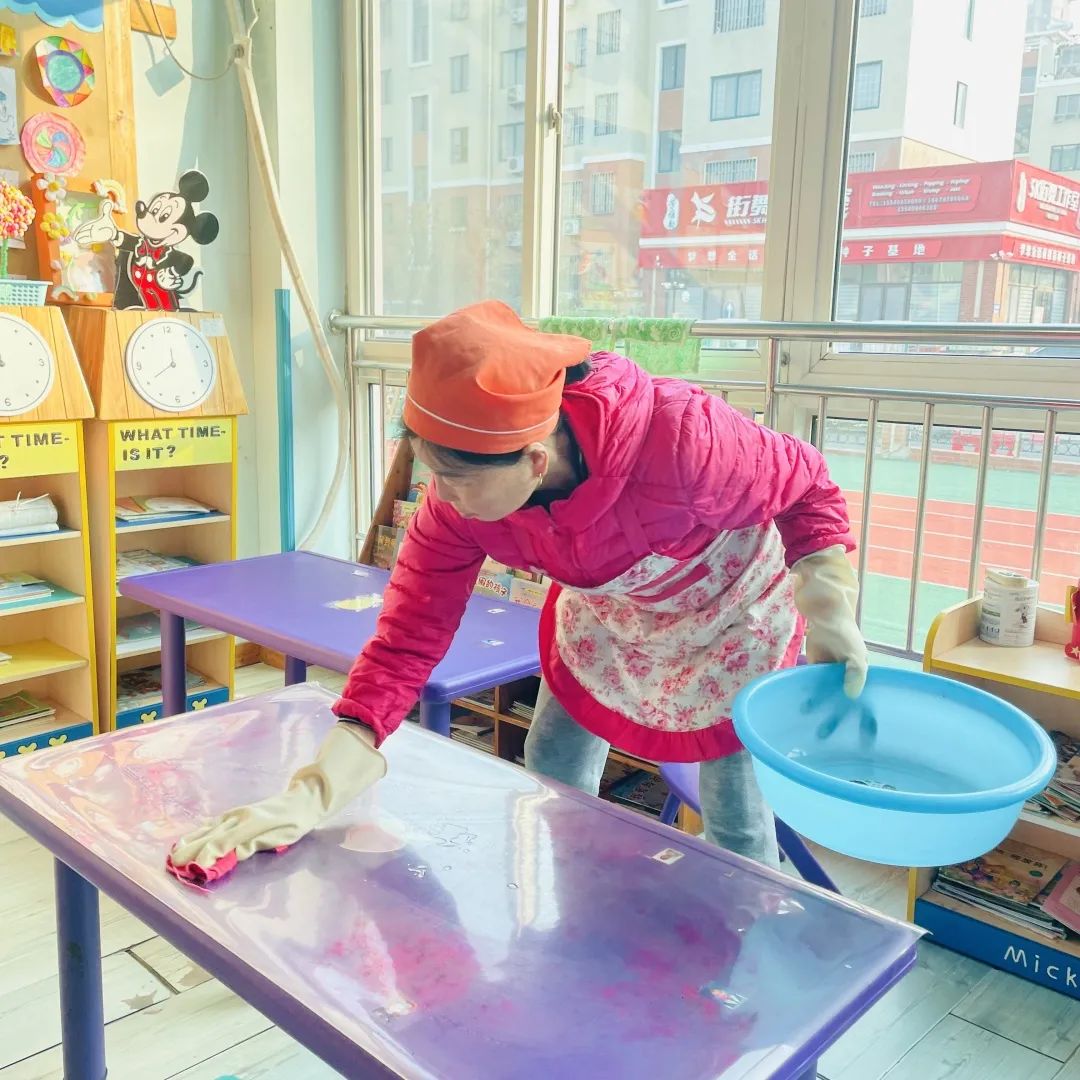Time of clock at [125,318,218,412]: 11:40
